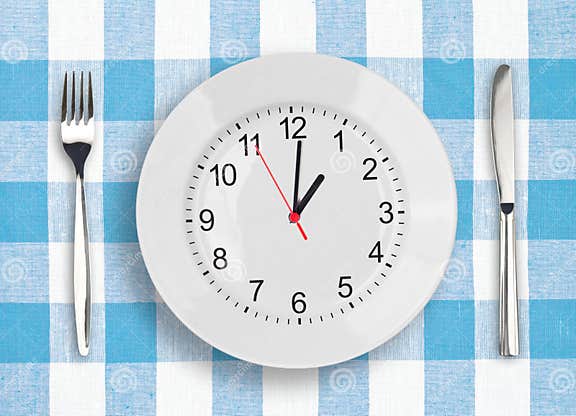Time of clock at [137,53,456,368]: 1:00
